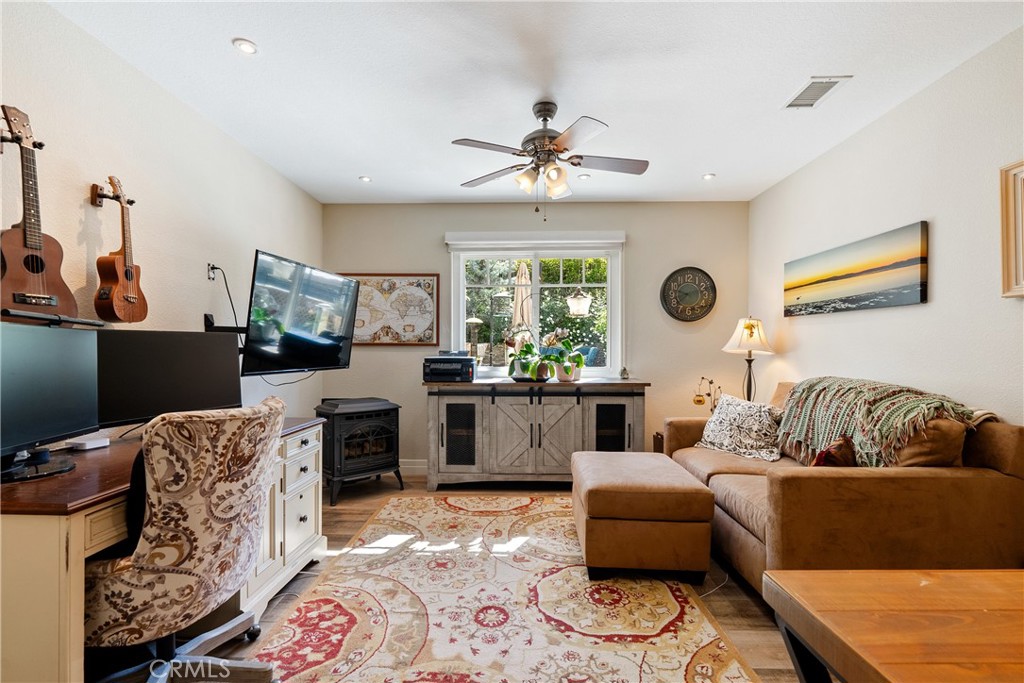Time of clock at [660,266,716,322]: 9:38
